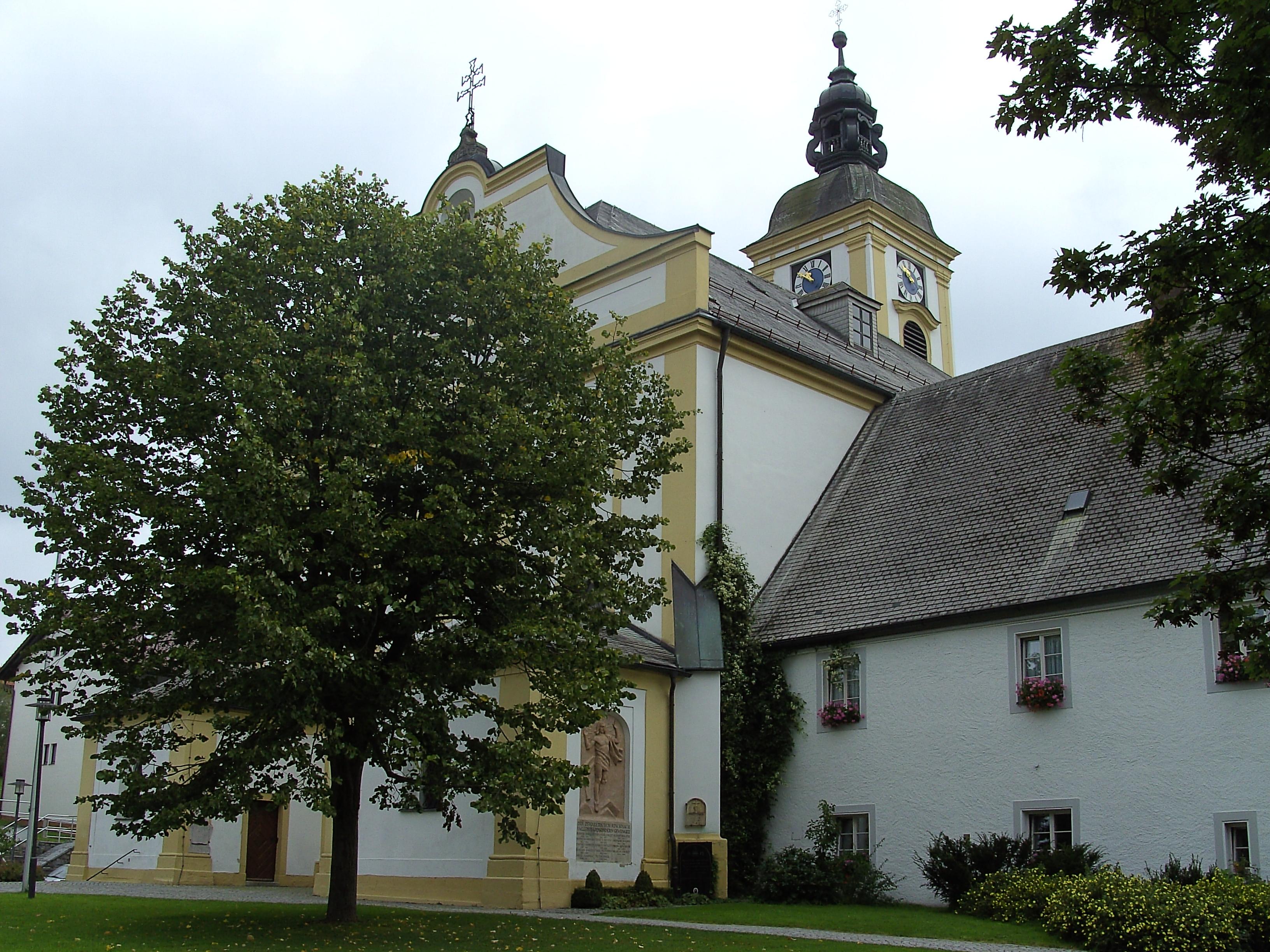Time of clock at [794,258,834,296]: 10:50
